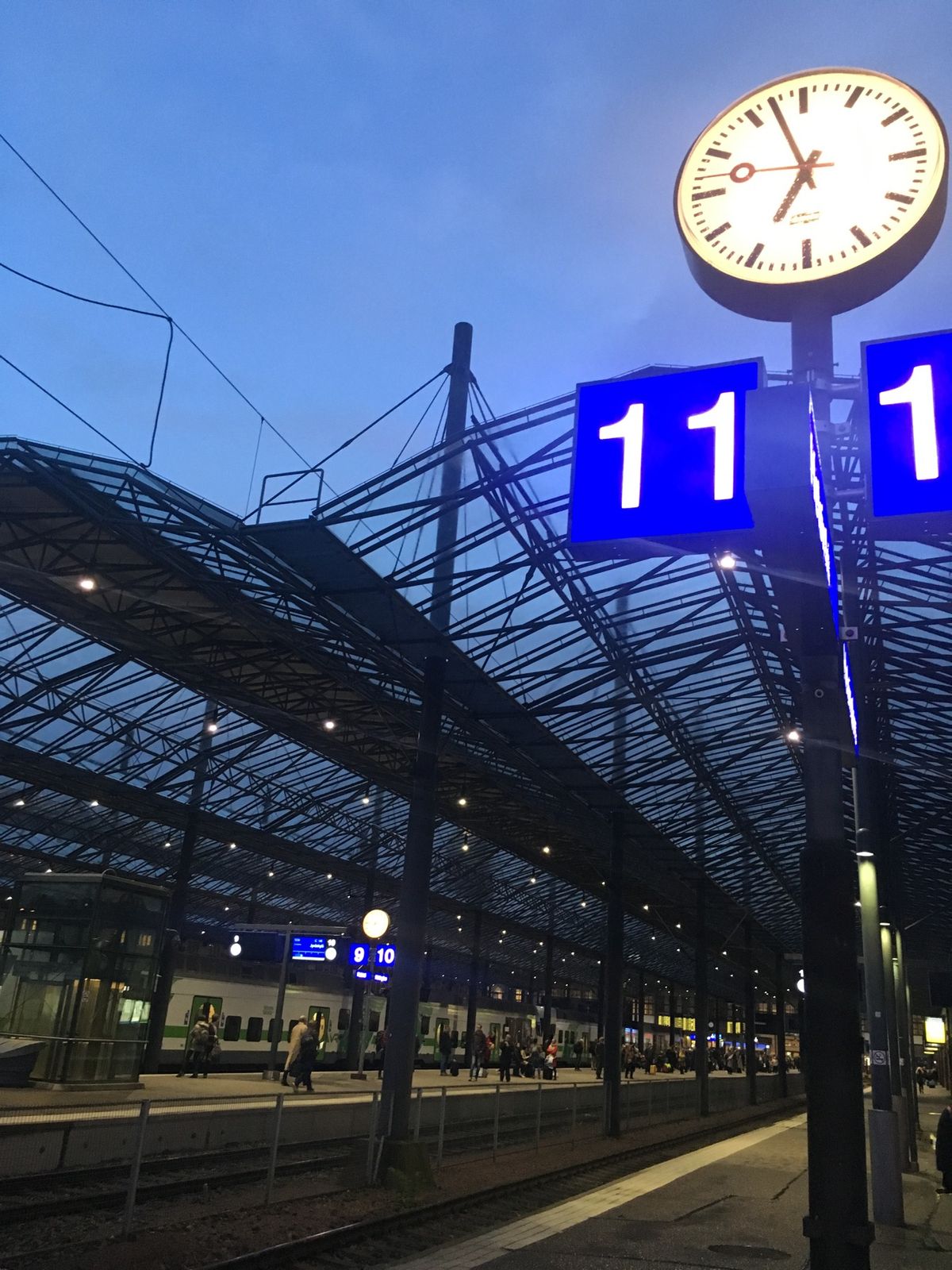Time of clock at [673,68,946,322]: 6:56
